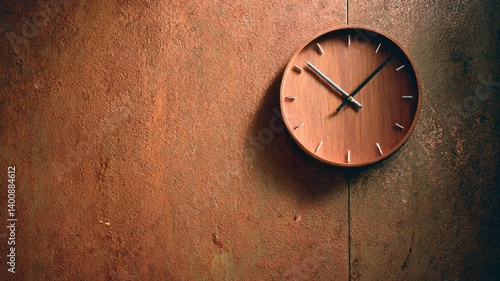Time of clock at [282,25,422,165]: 10:07
